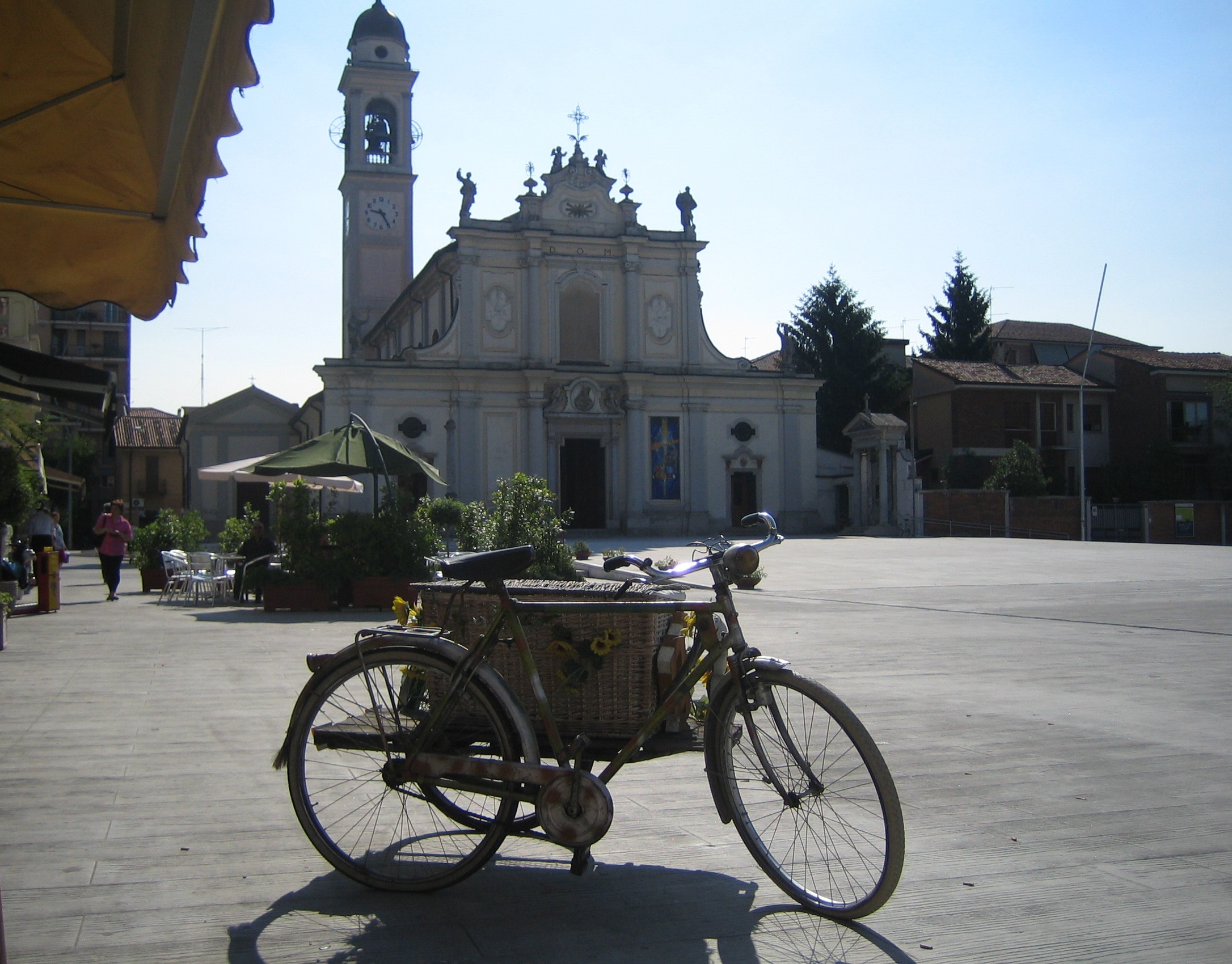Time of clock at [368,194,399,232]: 9:24
